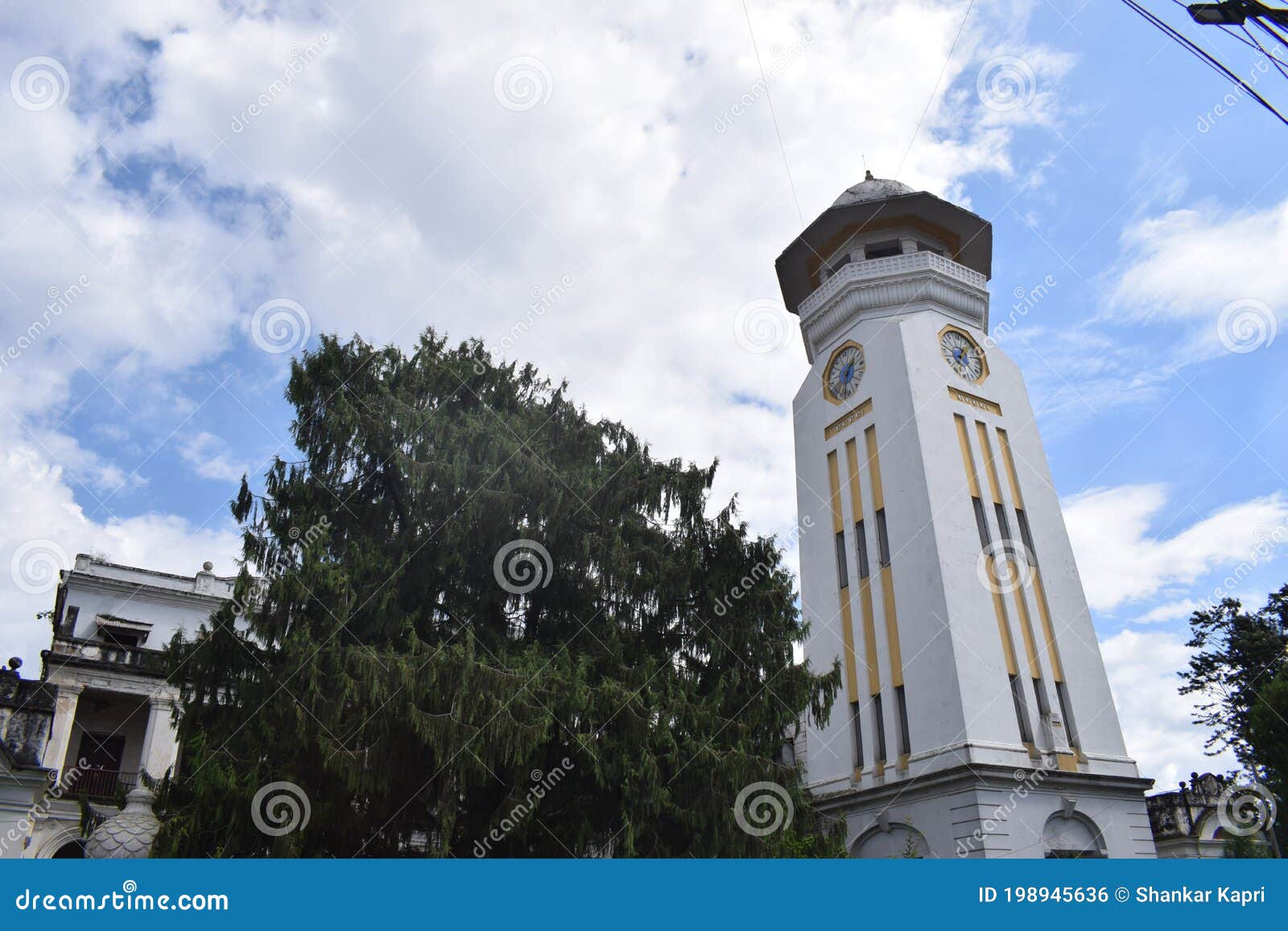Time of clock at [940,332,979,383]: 1:23
